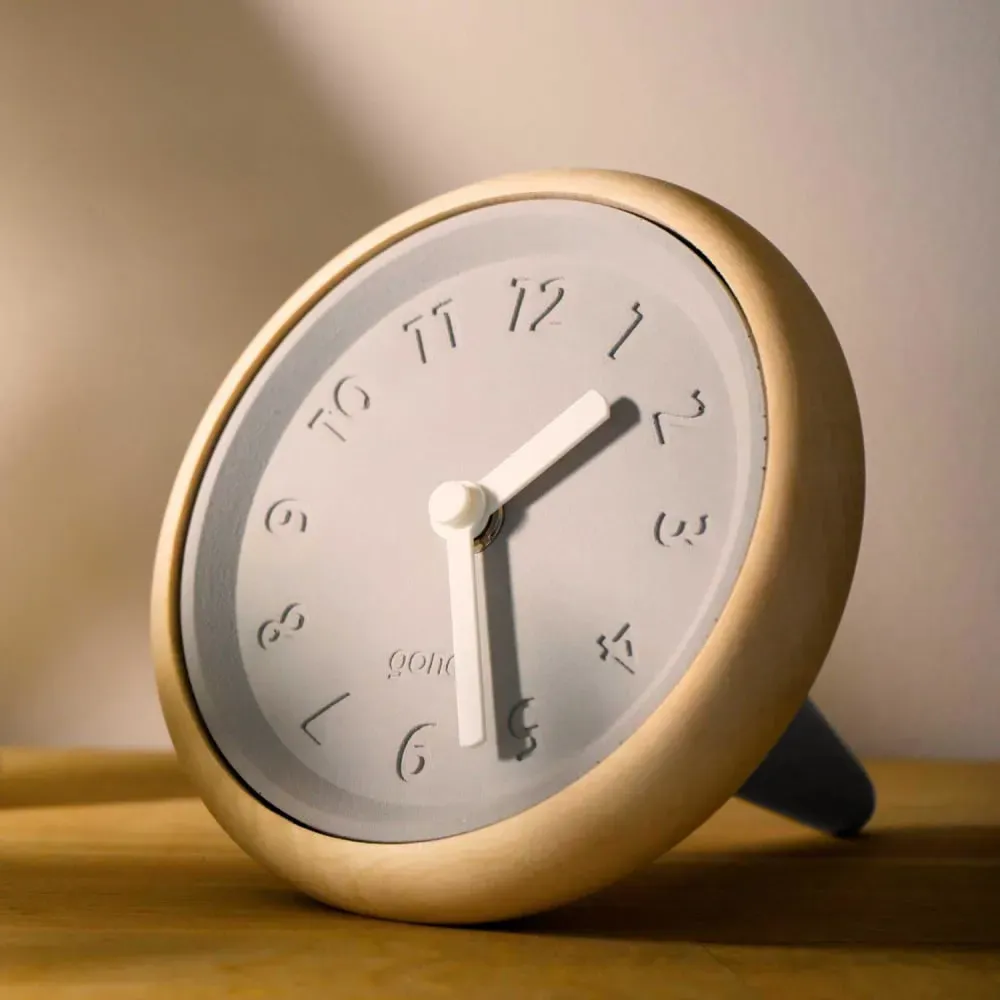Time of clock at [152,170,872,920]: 1:25
